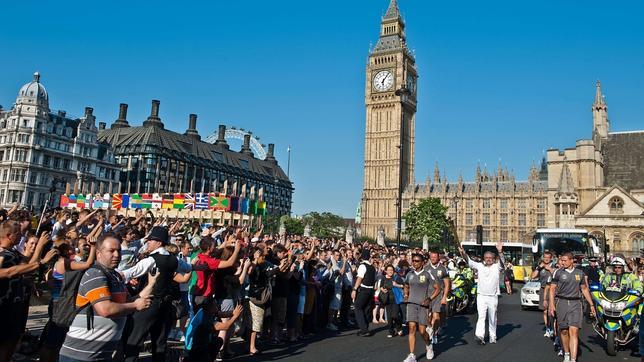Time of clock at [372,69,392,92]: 6:06
